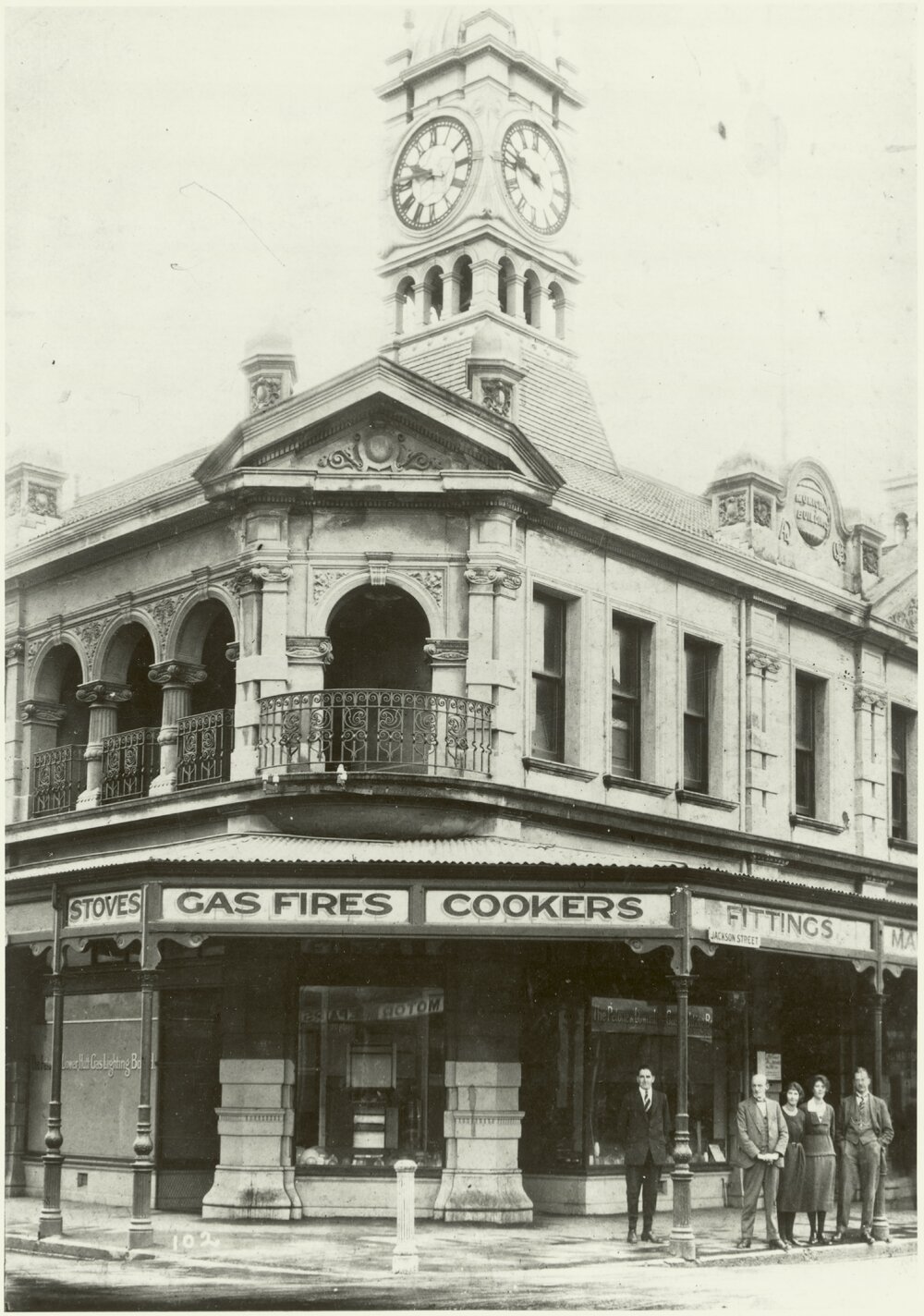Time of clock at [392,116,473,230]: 9:45
